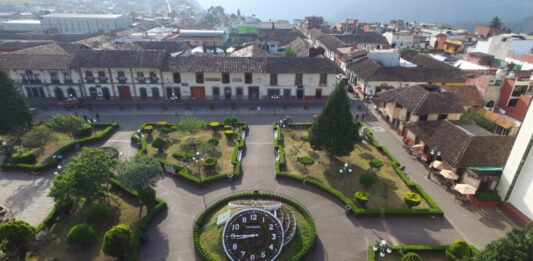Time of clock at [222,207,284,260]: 8:45
